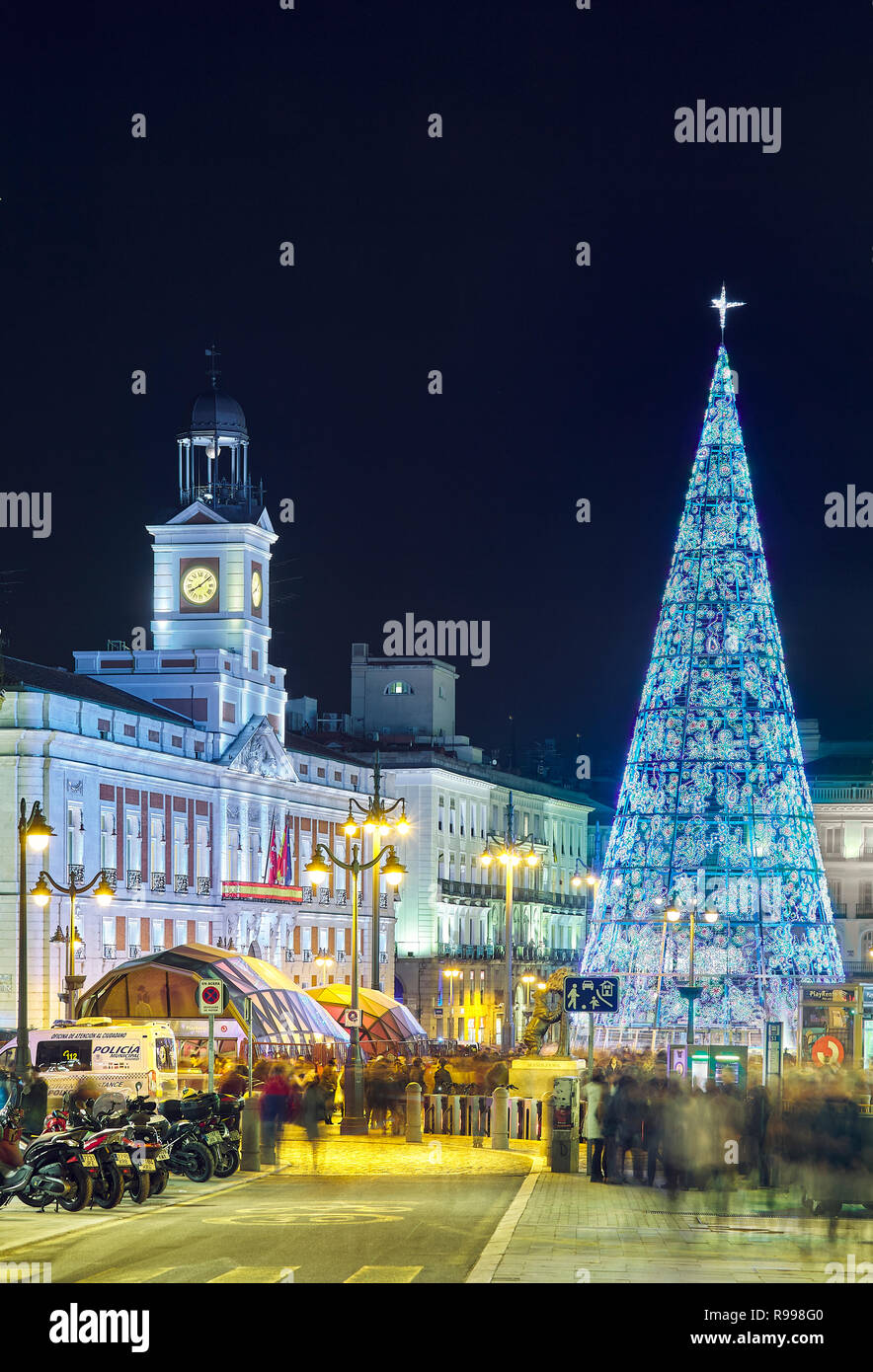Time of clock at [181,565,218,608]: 8:08
